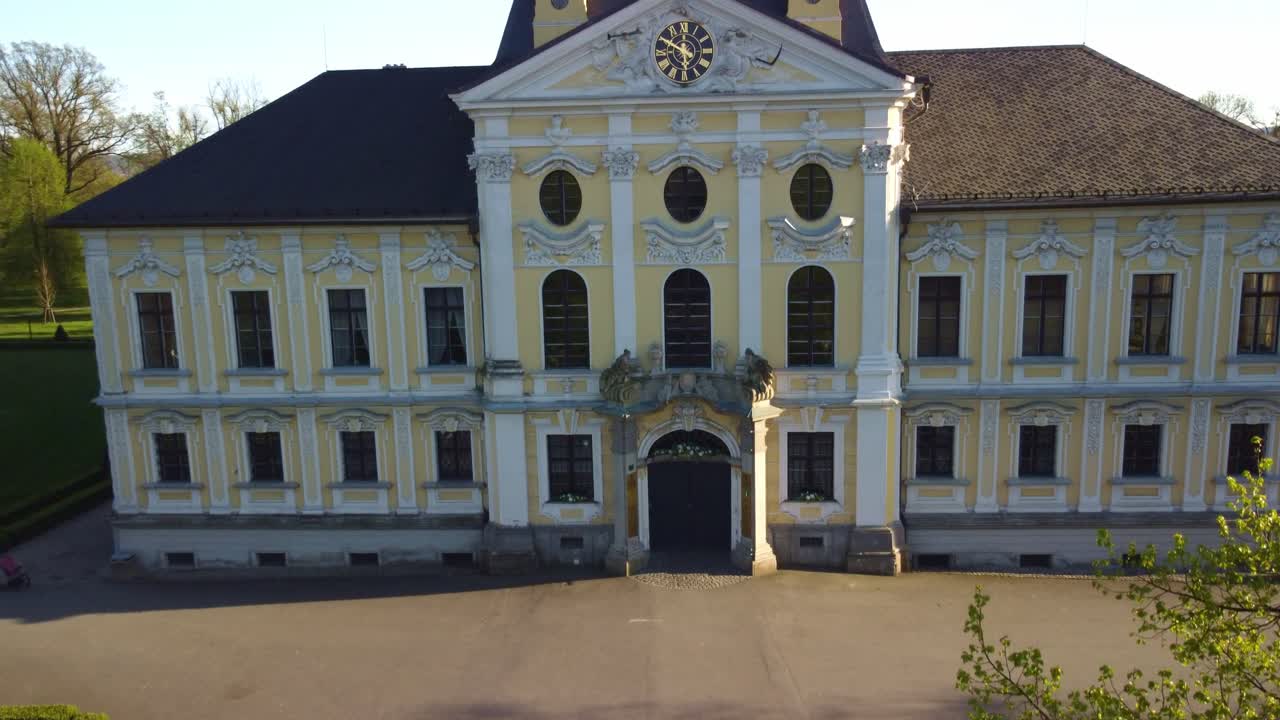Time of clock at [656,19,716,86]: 5:49
